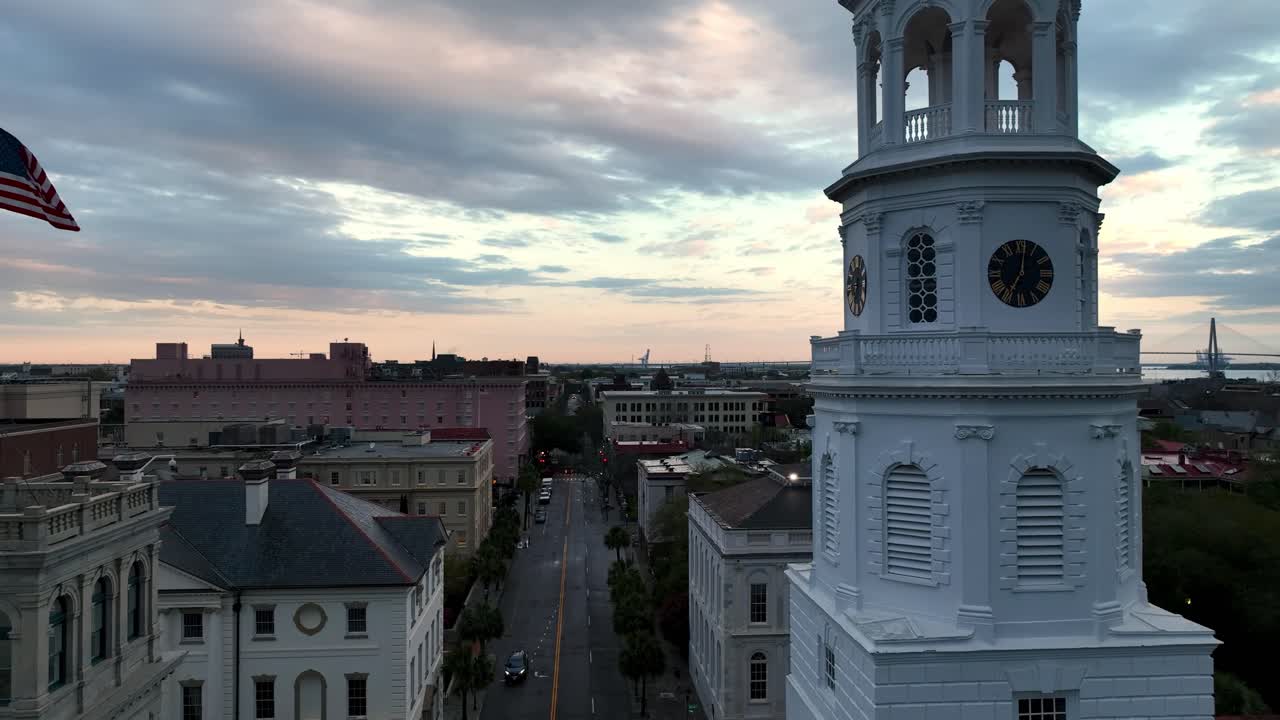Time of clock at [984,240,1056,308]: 7:01
